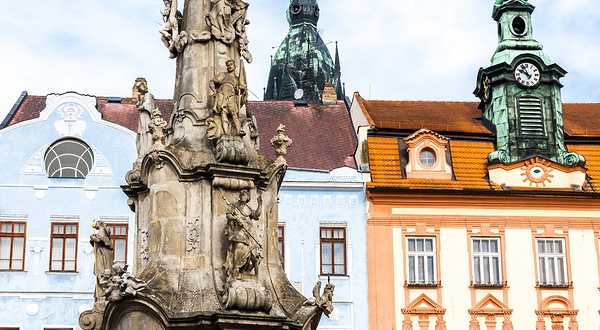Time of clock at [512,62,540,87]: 9:55
